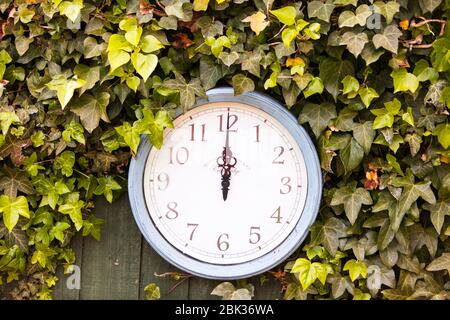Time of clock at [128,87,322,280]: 12:00
